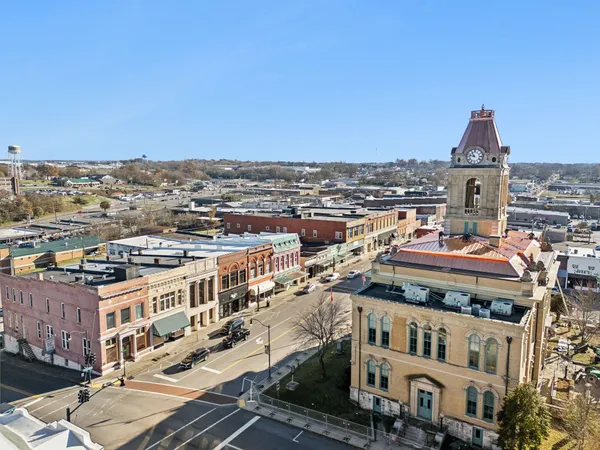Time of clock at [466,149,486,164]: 10:47
